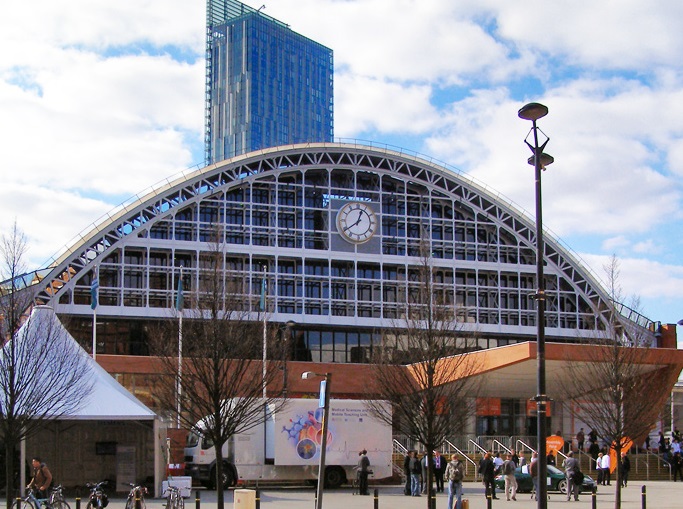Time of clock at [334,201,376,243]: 12:39
